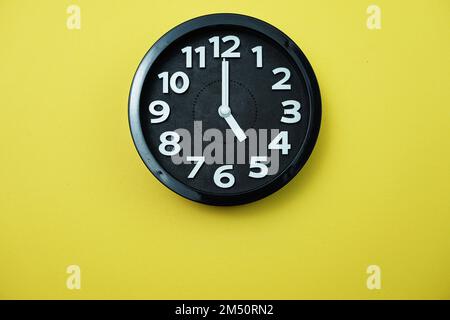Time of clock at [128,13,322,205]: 5:00
